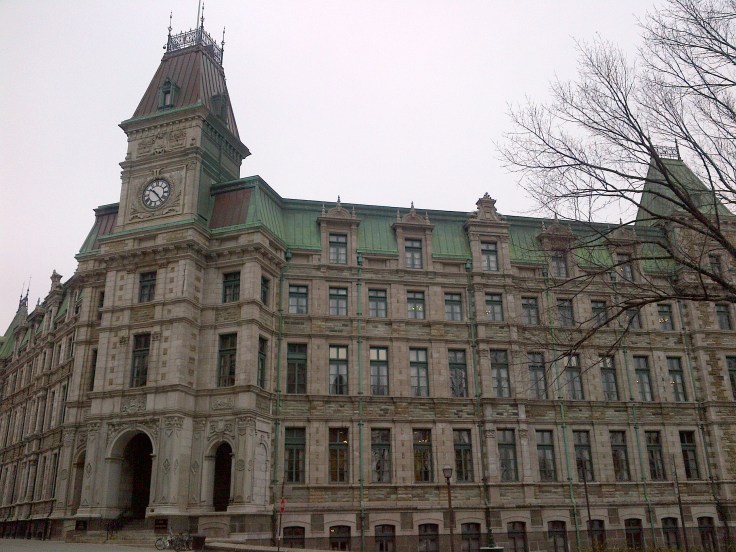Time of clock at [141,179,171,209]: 10:23
